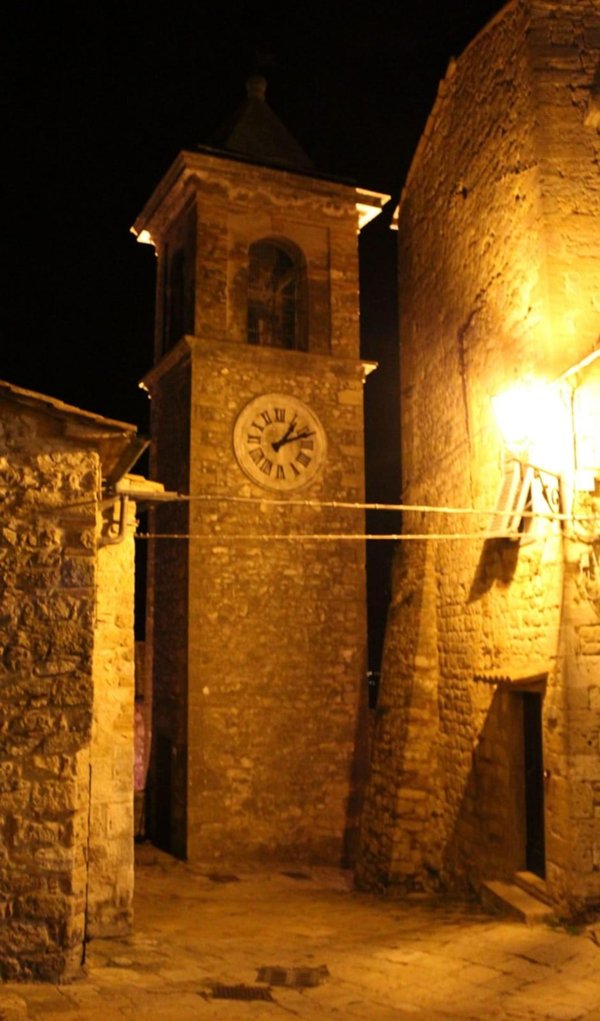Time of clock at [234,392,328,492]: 1:11
